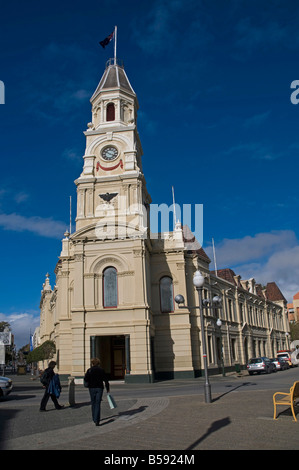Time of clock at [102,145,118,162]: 3:50
